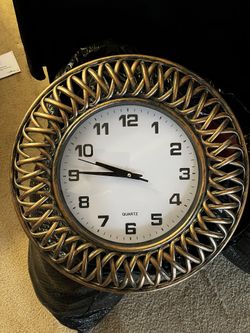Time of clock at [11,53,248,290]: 9:45
